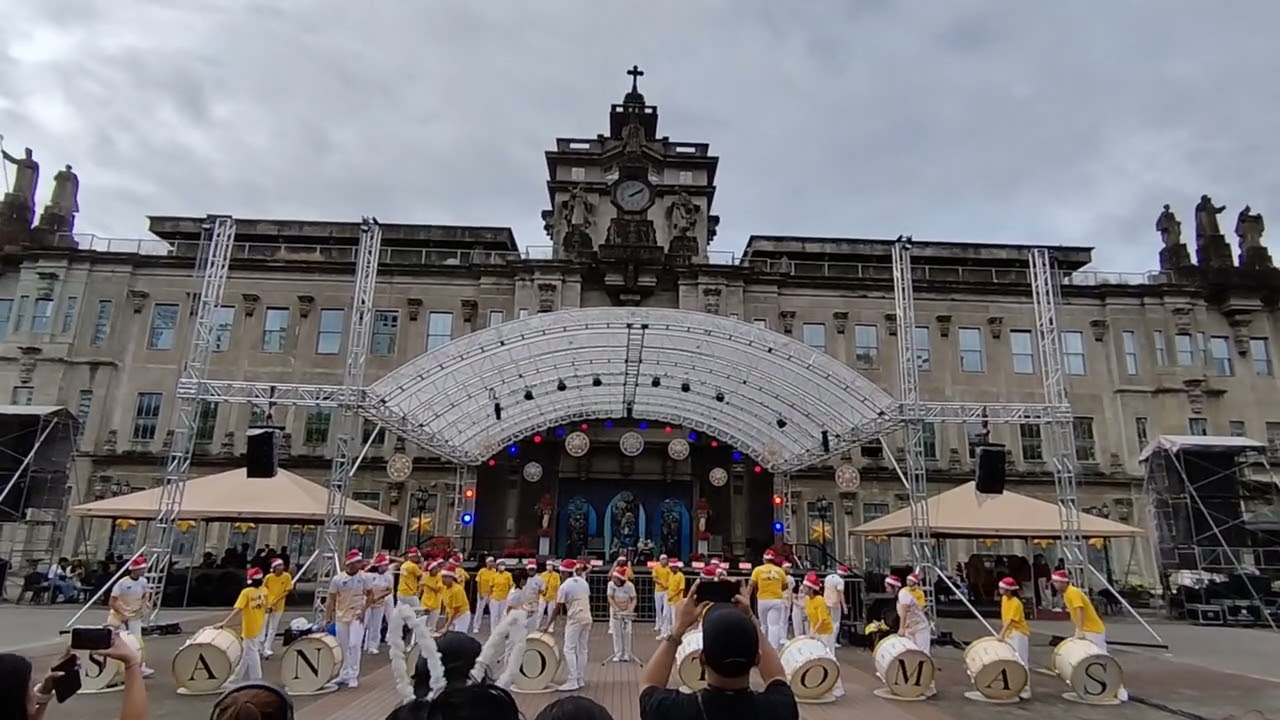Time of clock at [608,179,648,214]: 2:09
